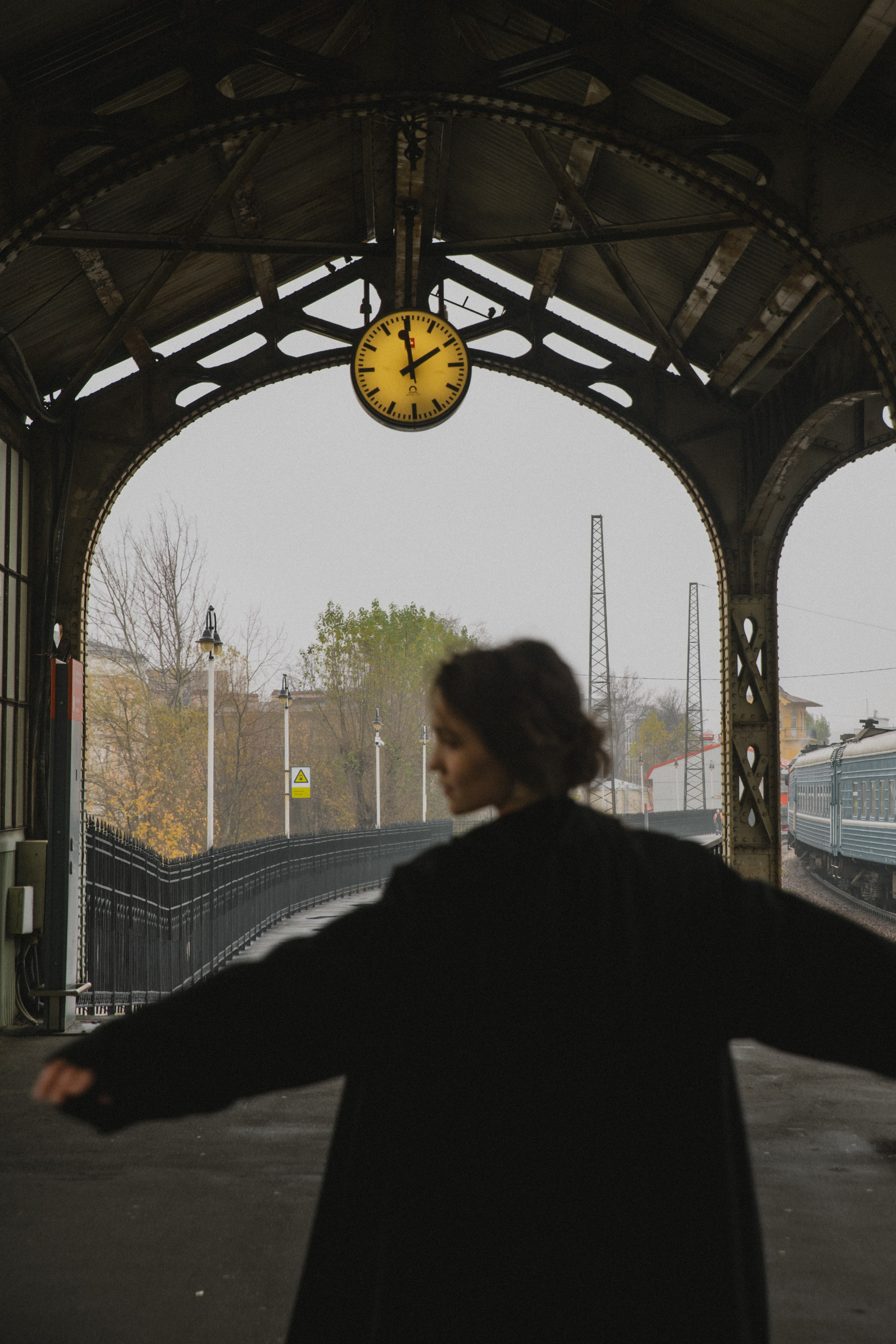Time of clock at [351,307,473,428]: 1:59
